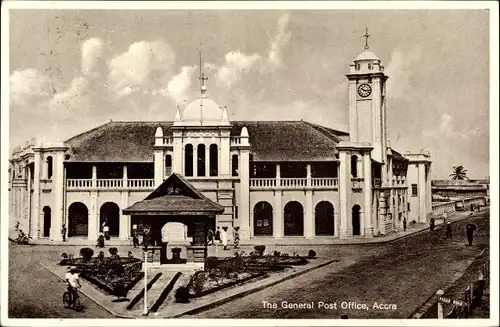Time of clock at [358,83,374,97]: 10:15
